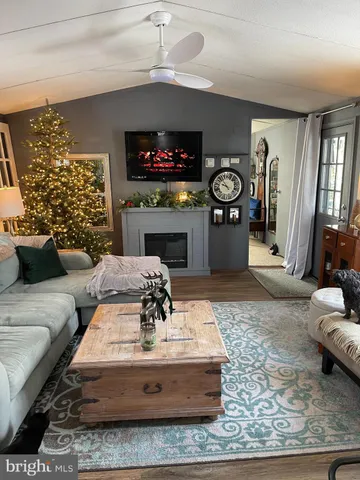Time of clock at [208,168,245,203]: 9:53
